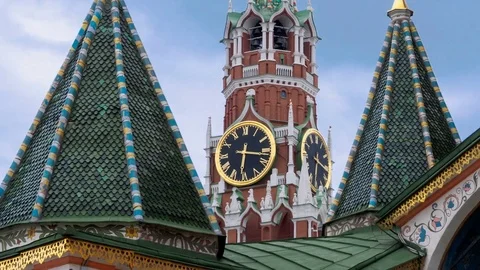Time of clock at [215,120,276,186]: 6:17
